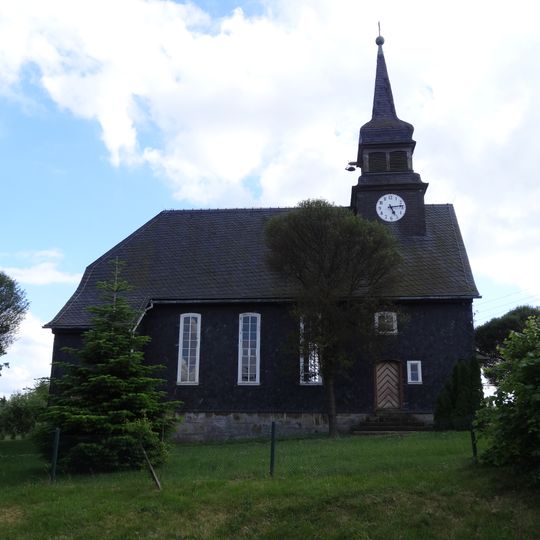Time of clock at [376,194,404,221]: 5:13
